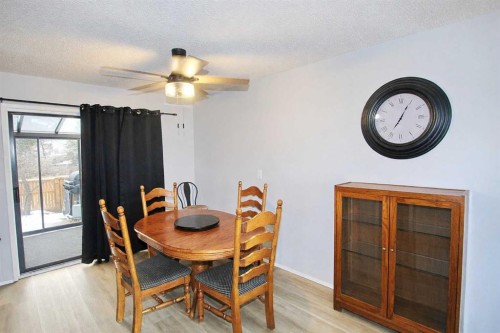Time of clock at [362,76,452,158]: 7:04
